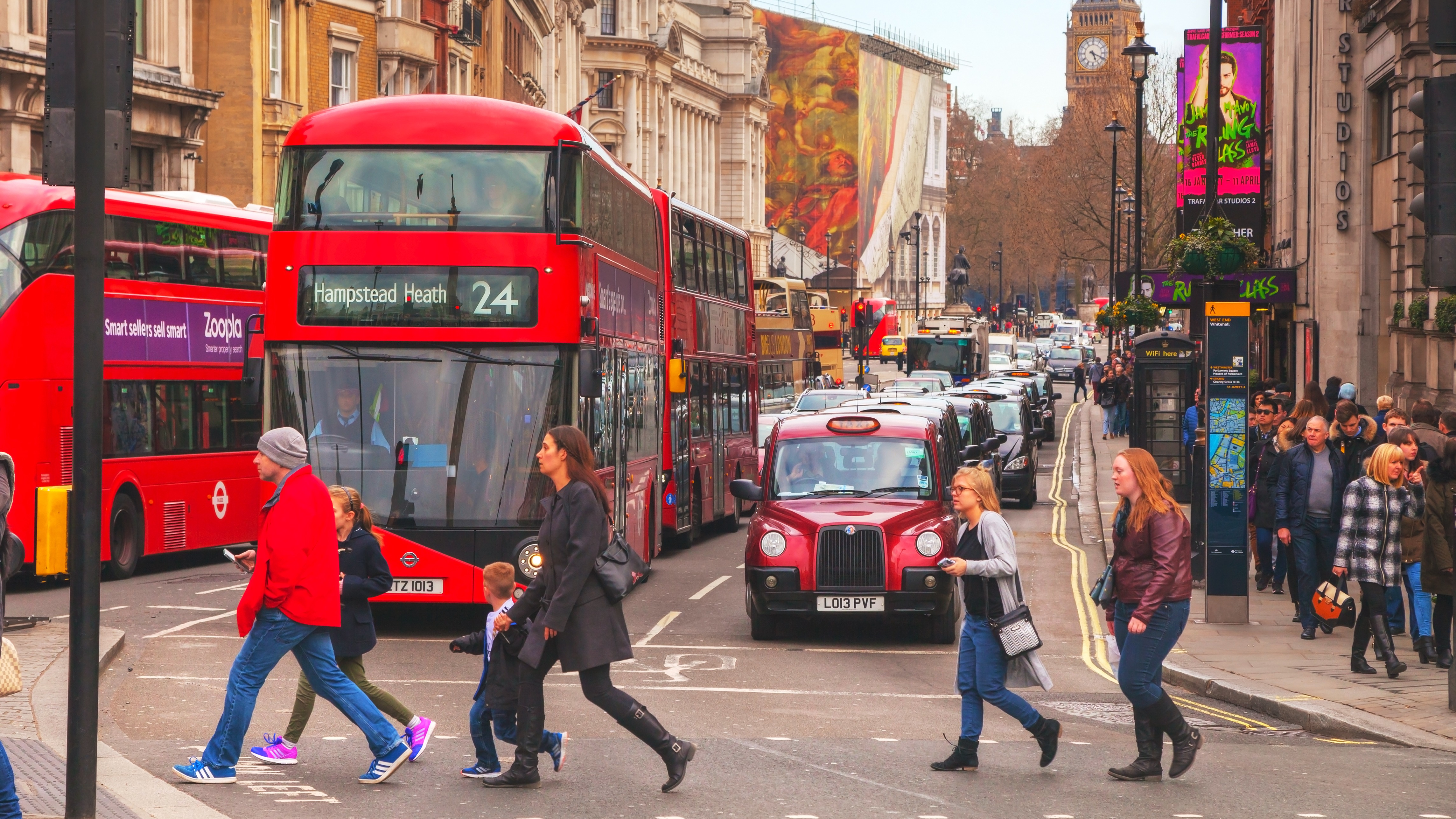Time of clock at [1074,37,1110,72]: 5:18
